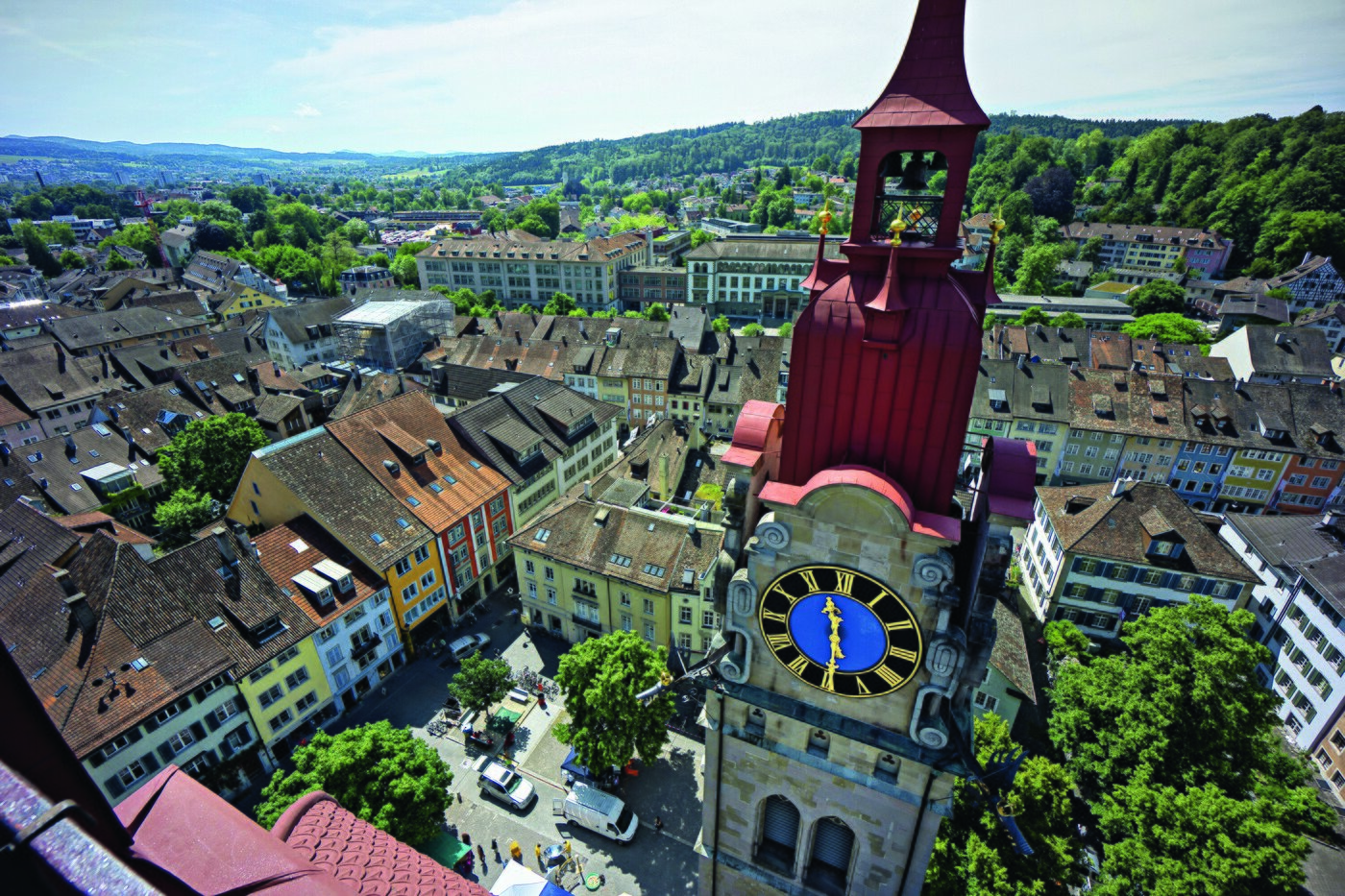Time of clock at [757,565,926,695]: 11:29
